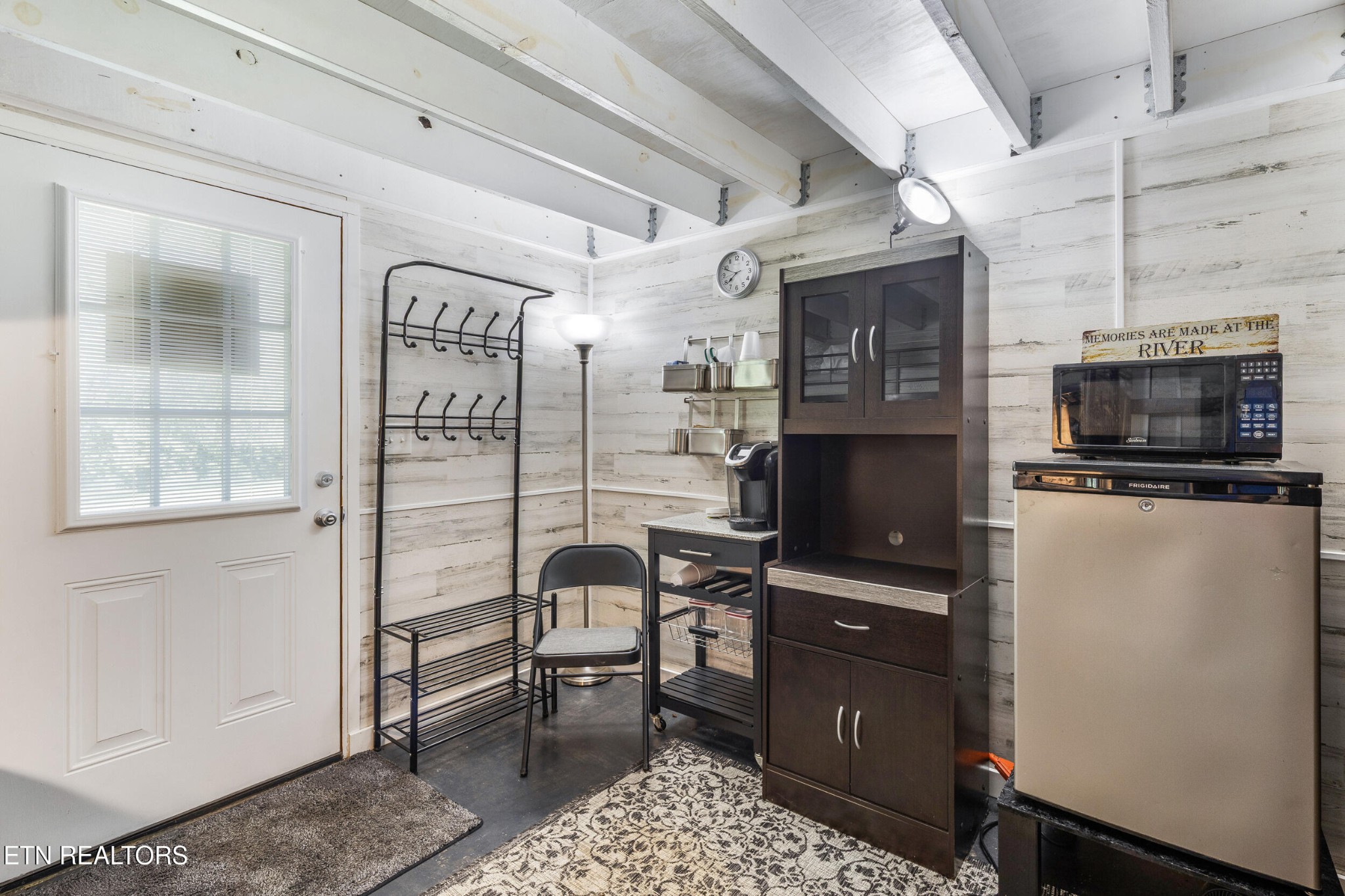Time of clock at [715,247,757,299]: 7:49
